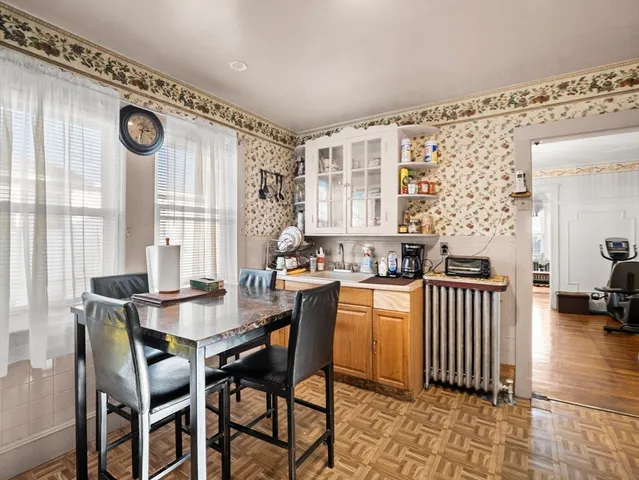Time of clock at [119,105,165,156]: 3:02
